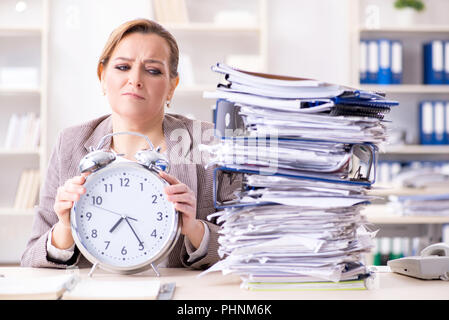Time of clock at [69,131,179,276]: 7:24
